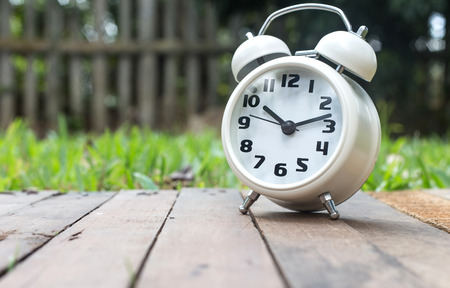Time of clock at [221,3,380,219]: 10:12
